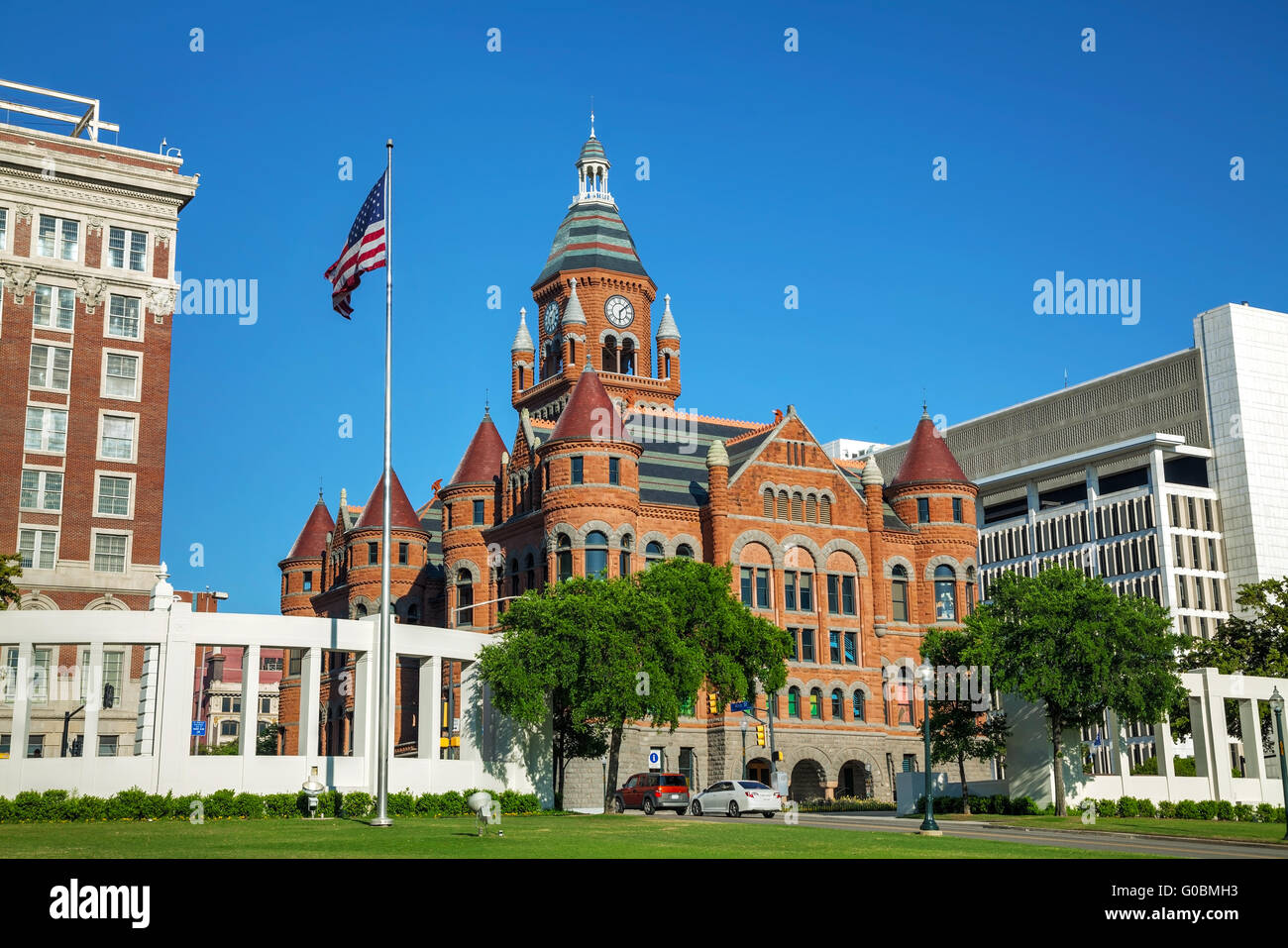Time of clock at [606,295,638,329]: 6:08
